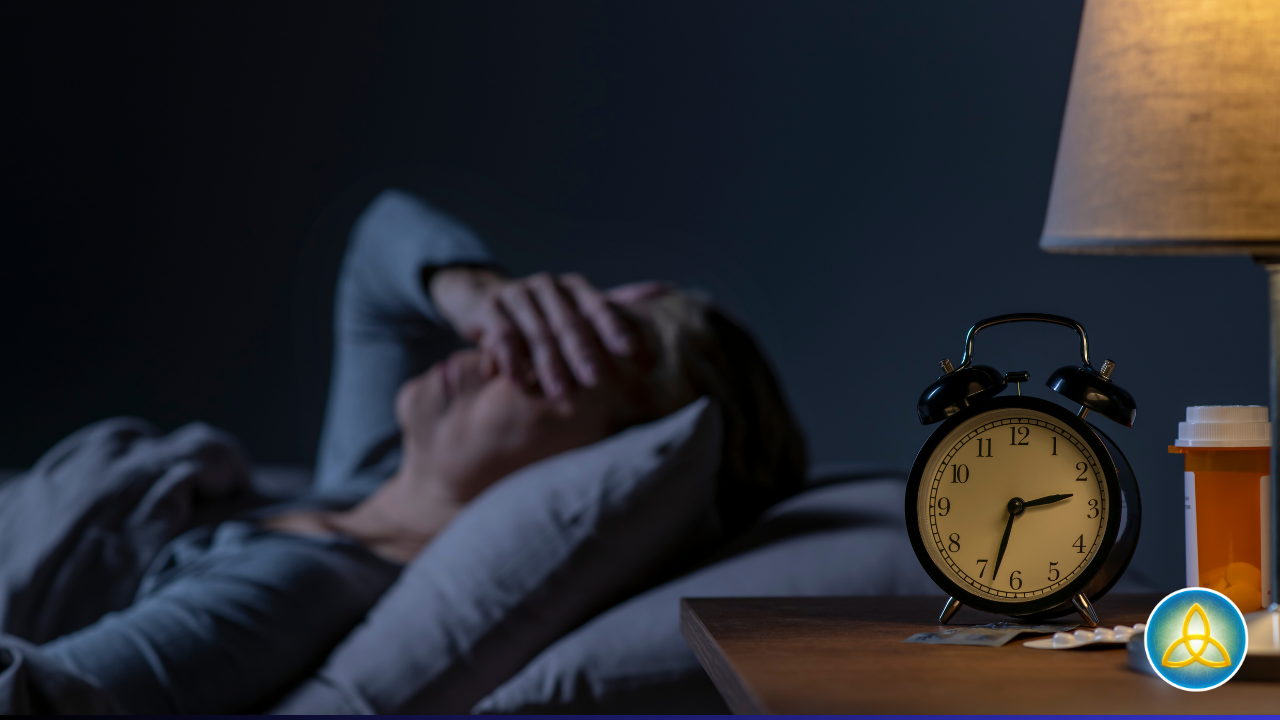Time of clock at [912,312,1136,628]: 2:33
